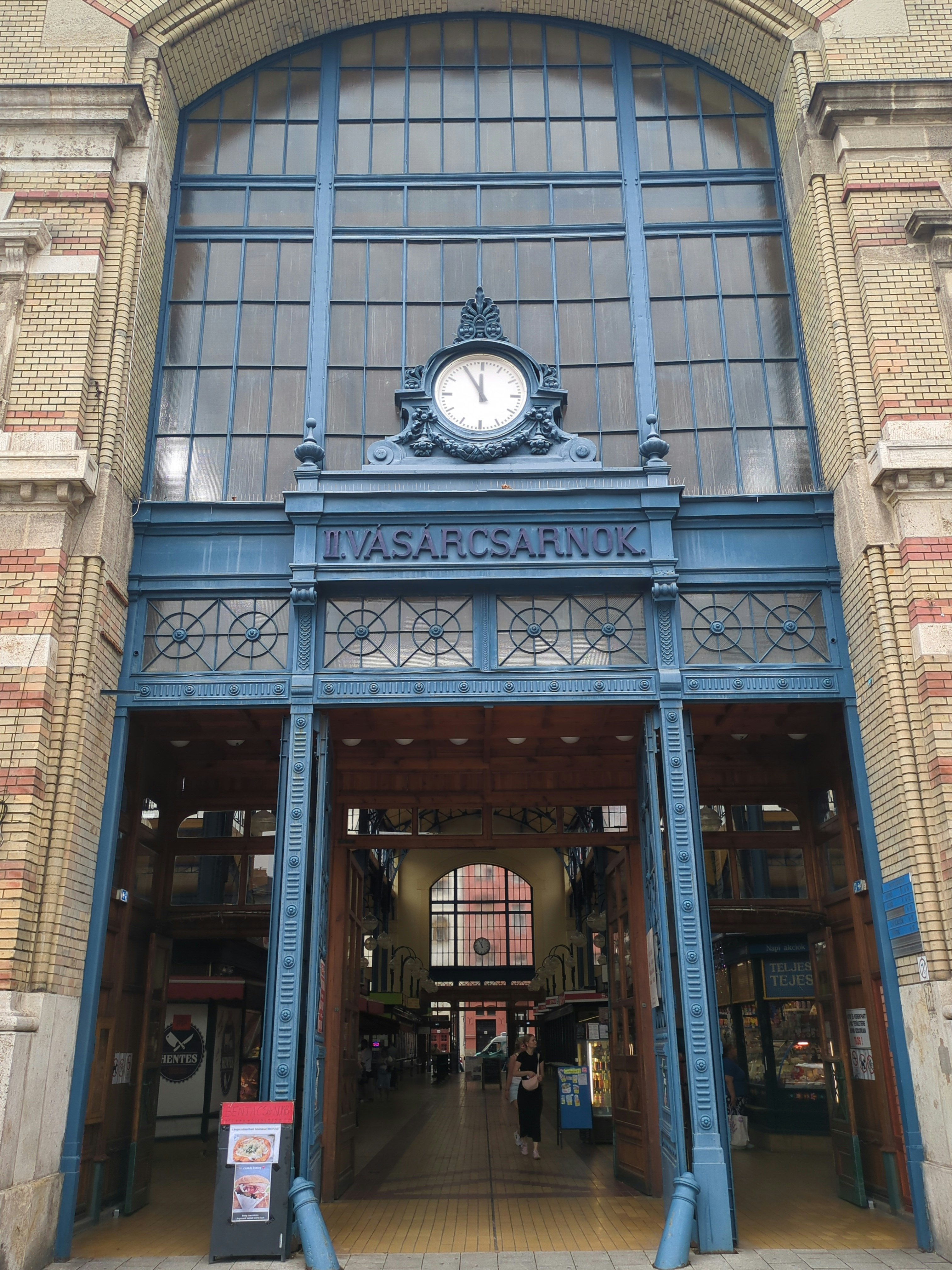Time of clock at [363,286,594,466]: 11:55
